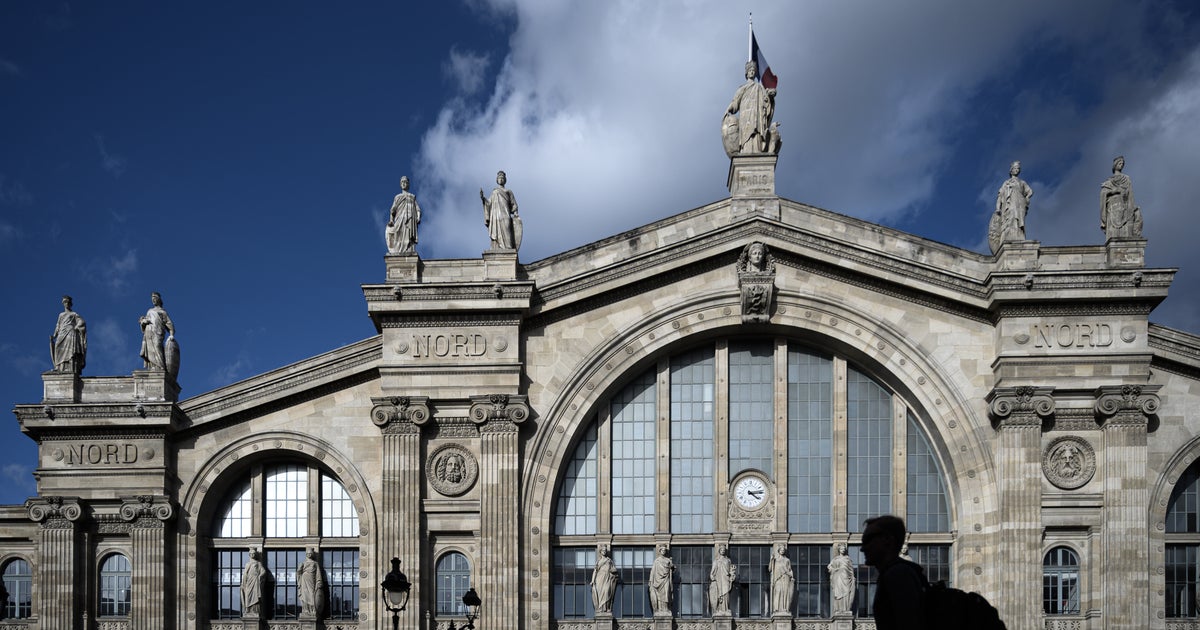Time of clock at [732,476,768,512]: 4:13
